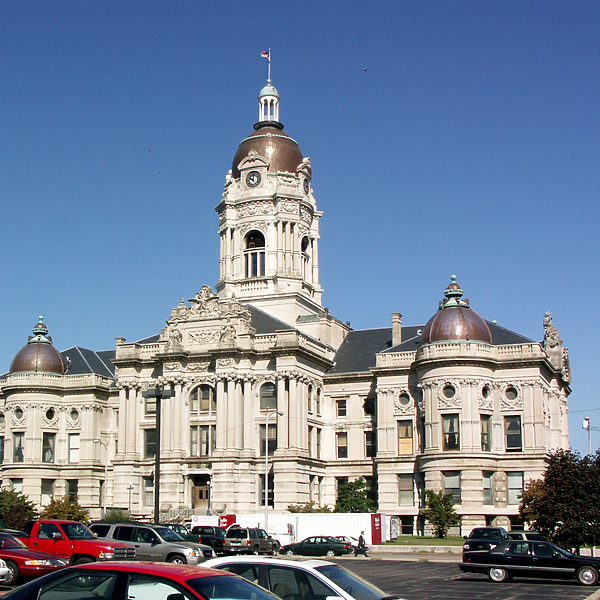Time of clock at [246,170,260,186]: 10:00
